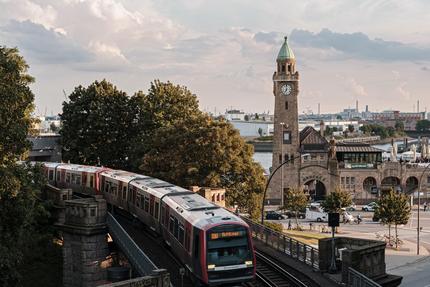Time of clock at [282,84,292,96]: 7:00
